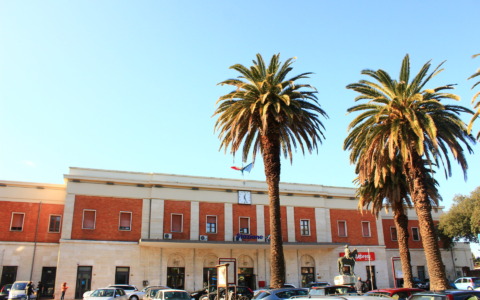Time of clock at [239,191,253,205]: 12:26
